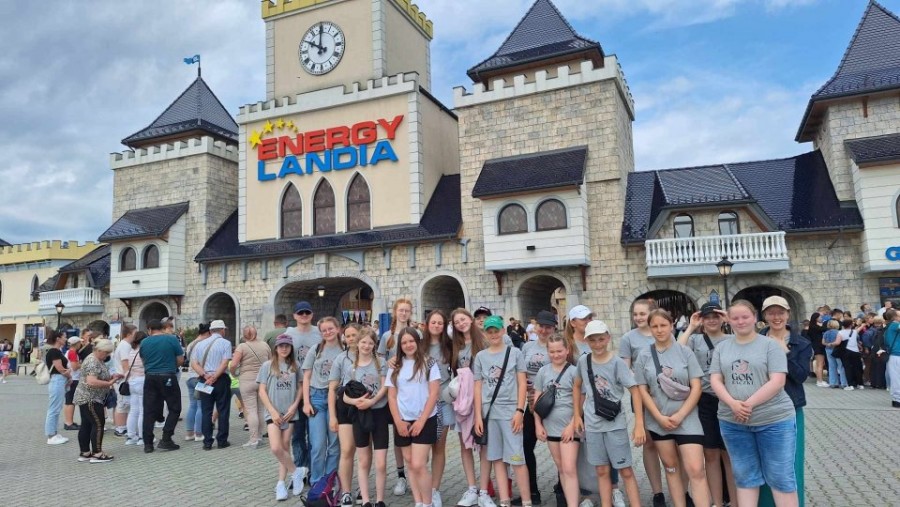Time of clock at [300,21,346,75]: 10:00
